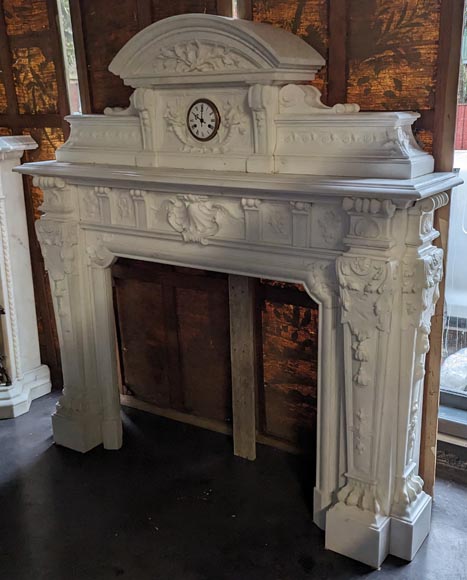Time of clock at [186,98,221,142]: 10:00
